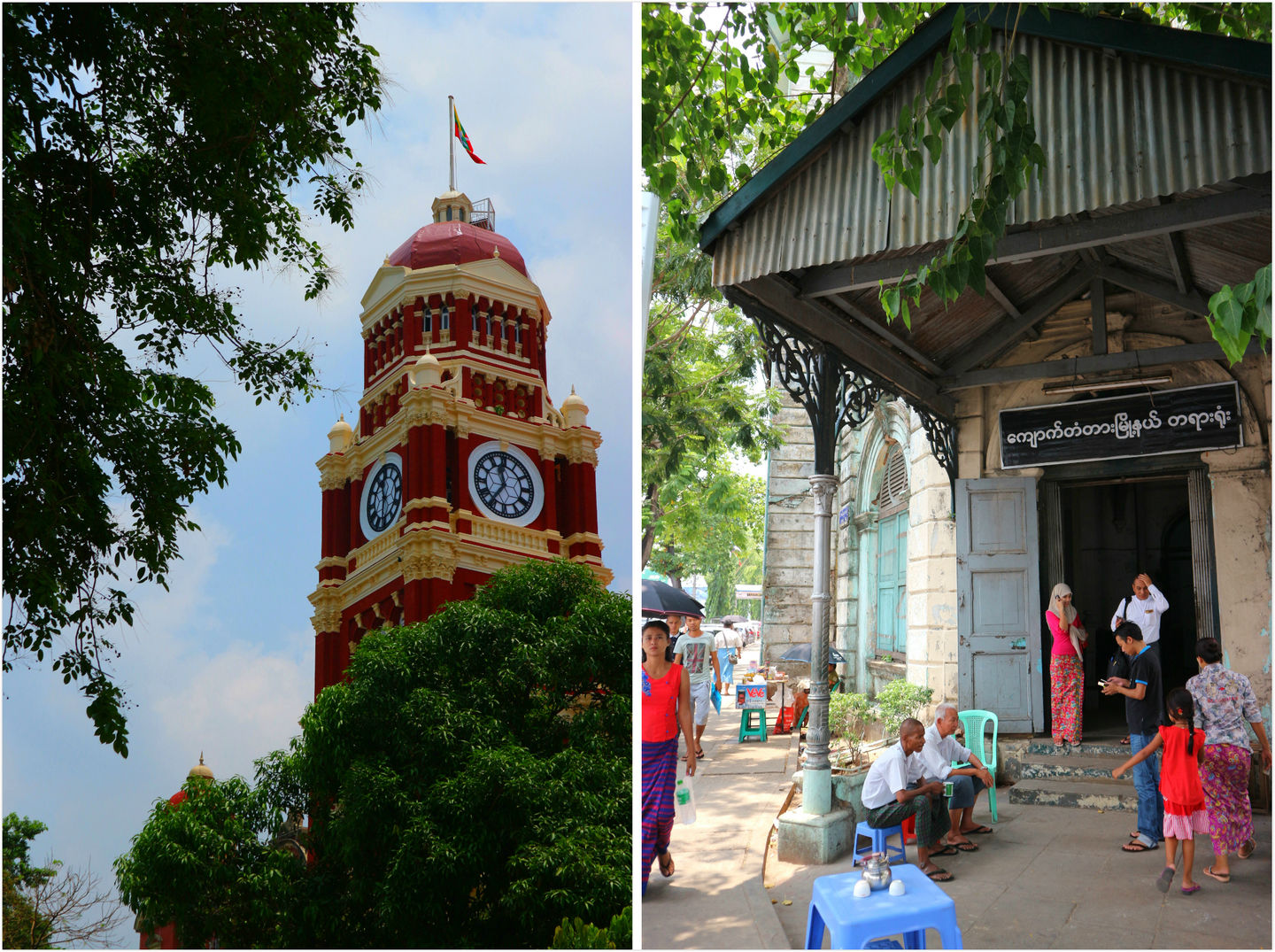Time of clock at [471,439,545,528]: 11:35
